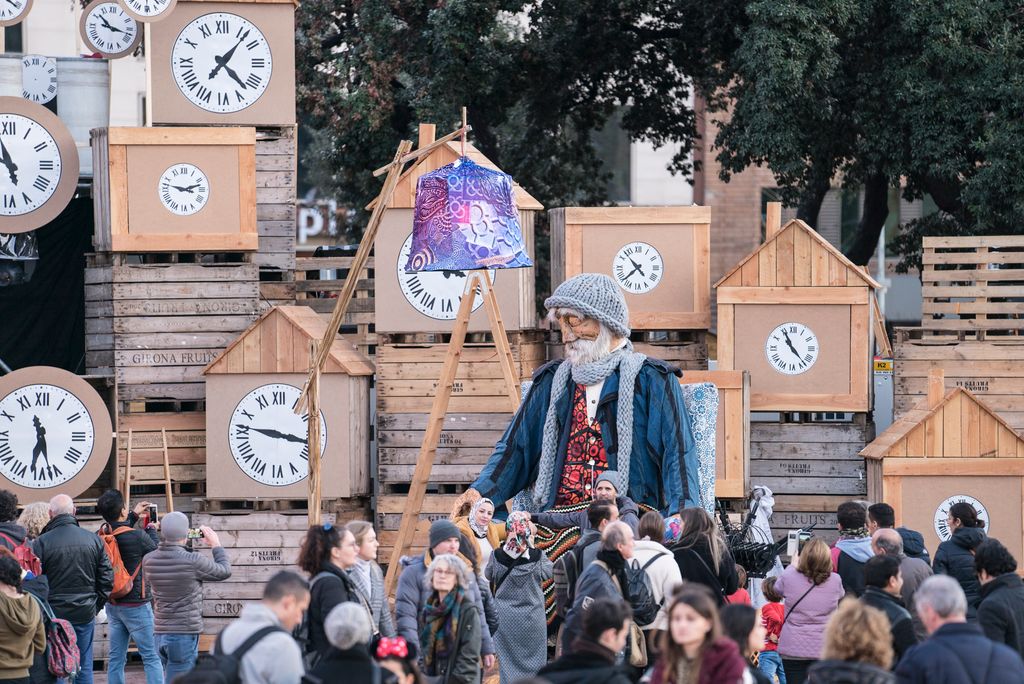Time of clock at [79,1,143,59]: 10:17
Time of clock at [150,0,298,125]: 1:22
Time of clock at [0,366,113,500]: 6:27
